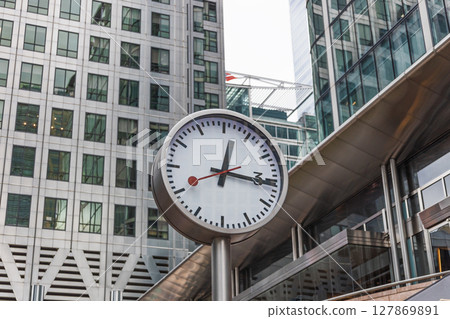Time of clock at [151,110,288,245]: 12:16
